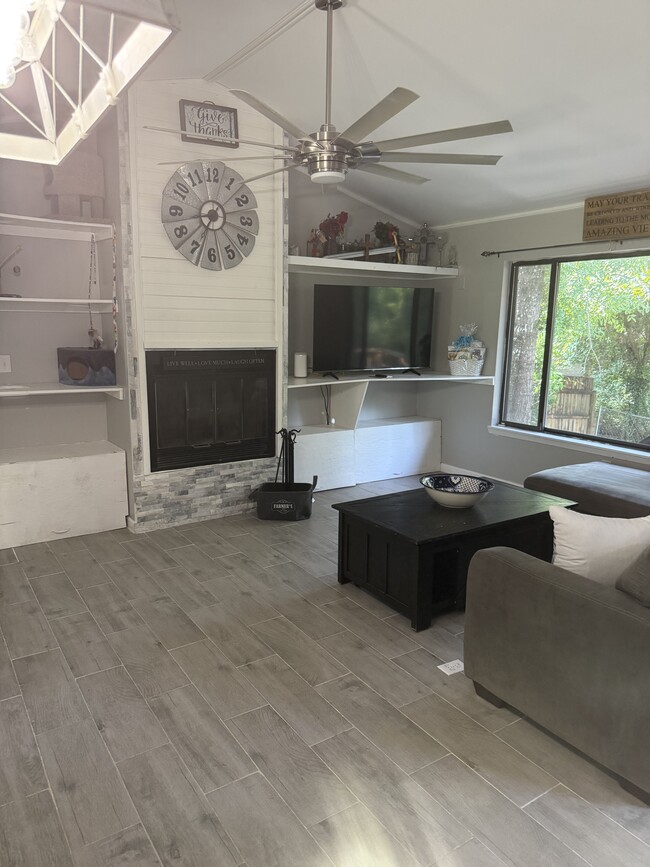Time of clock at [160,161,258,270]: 7:33
